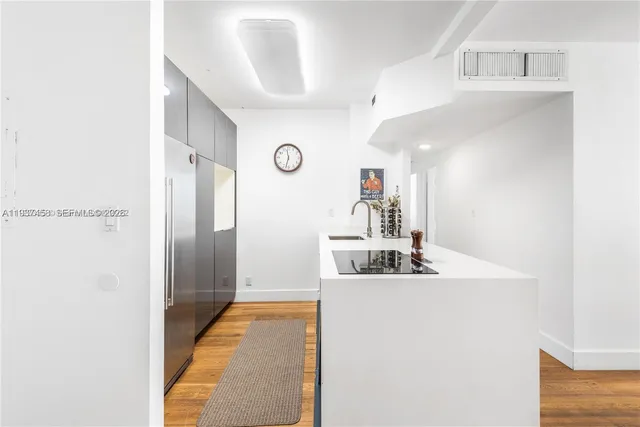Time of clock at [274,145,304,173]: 11:32
